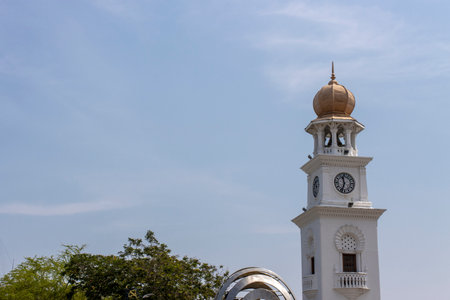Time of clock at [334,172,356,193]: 11:33
